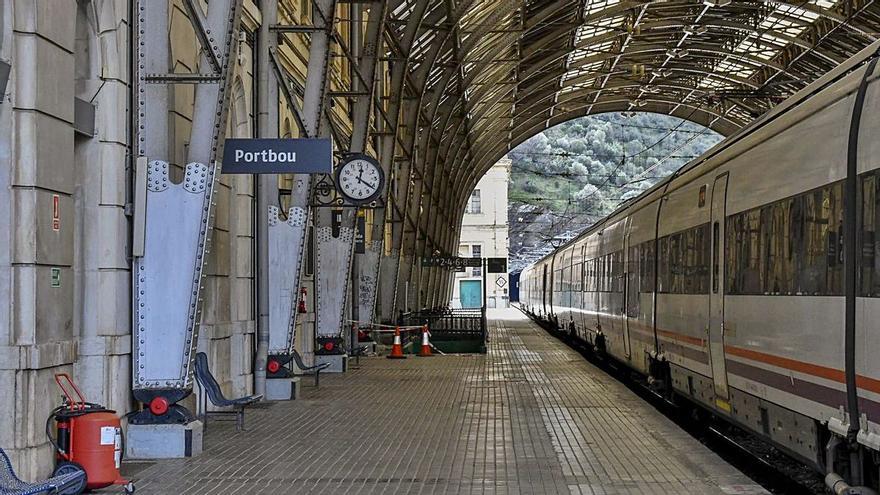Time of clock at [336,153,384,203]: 12:21
